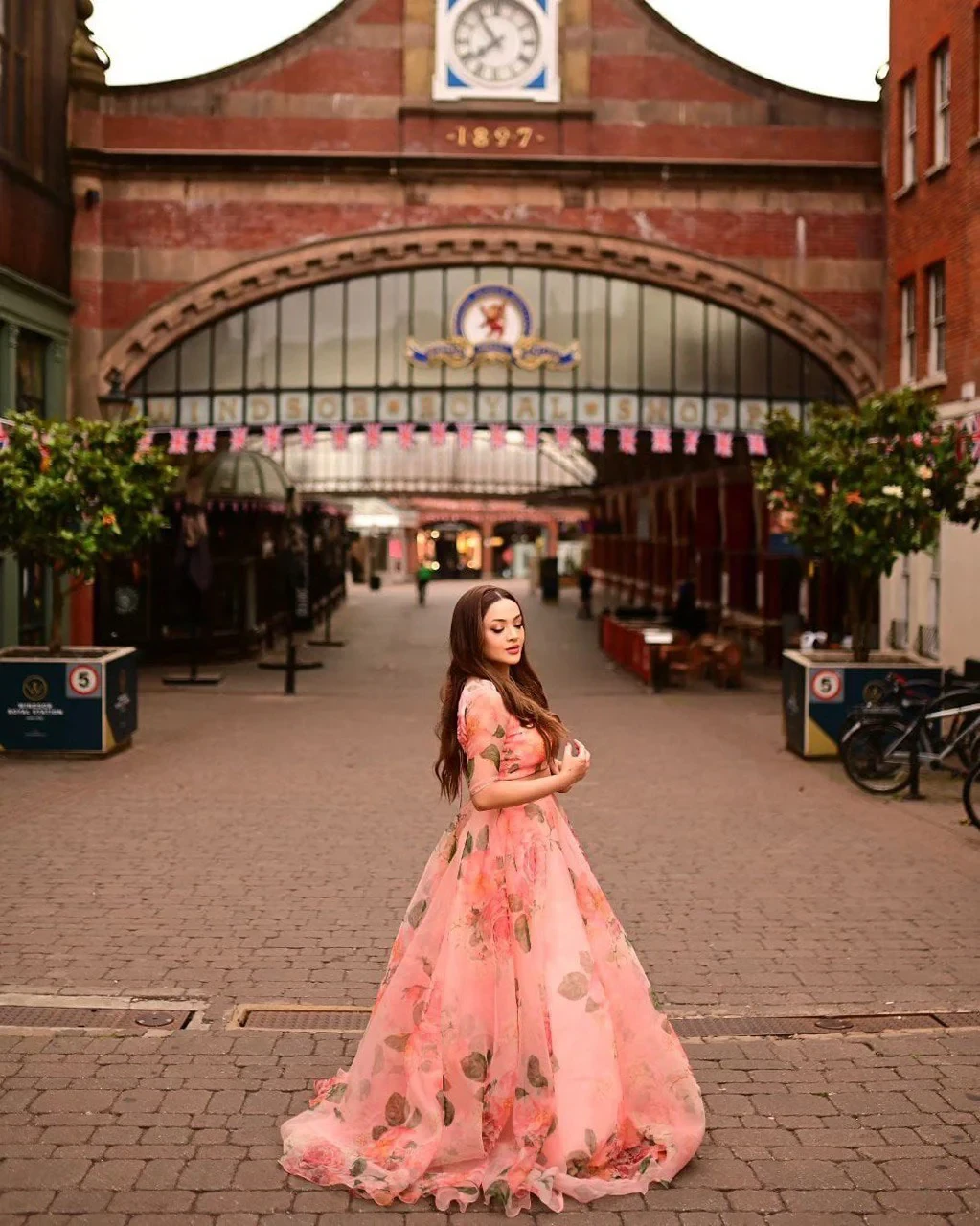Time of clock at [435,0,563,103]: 7:53
